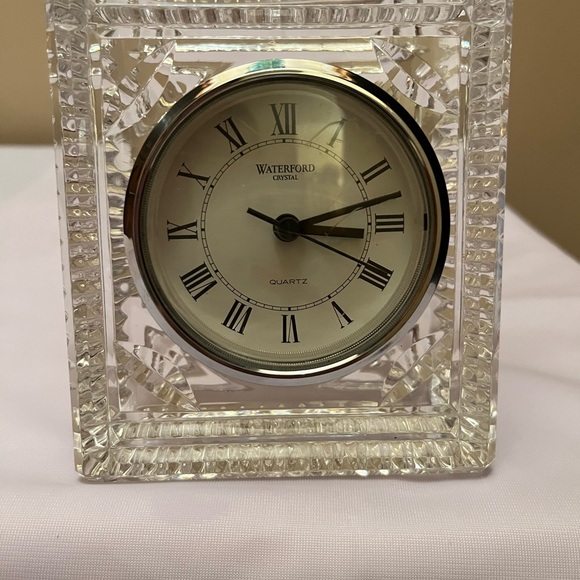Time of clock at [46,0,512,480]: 3:12
